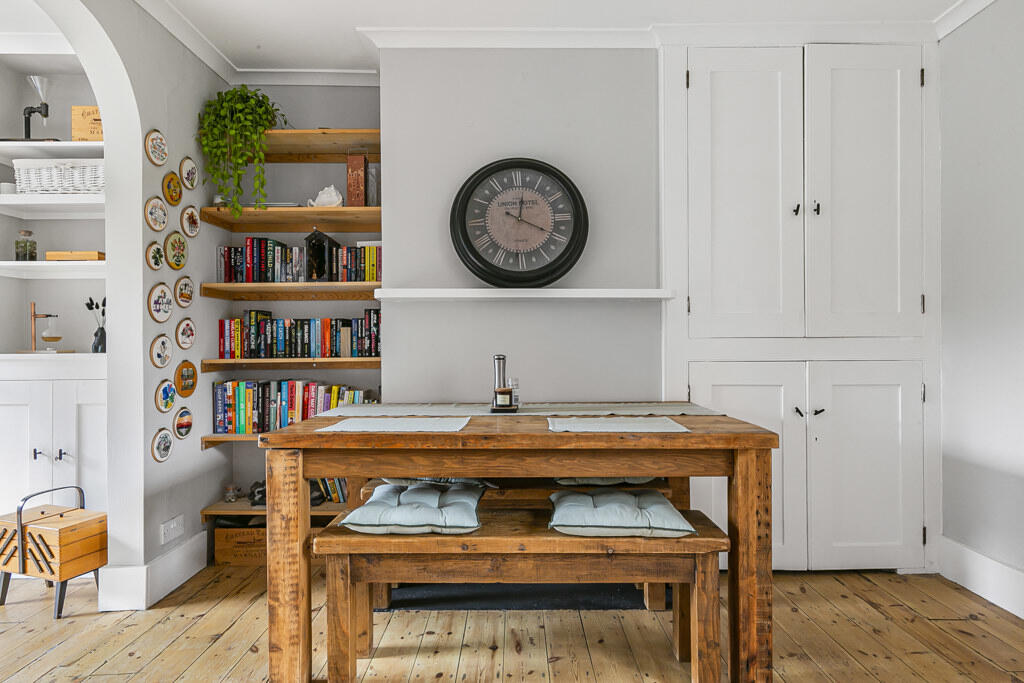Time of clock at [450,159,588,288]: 12:19
